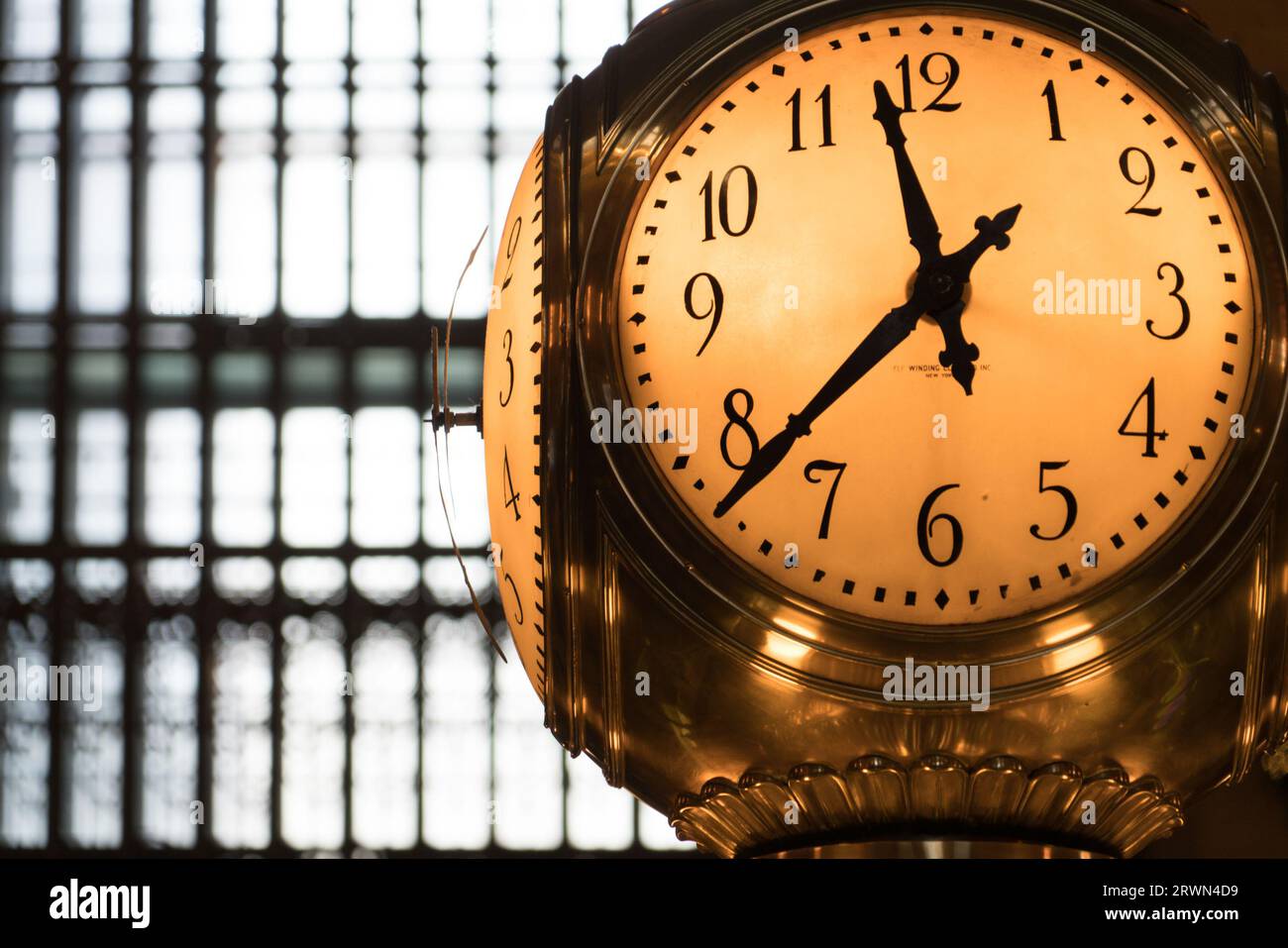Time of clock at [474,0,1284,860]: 11:37
